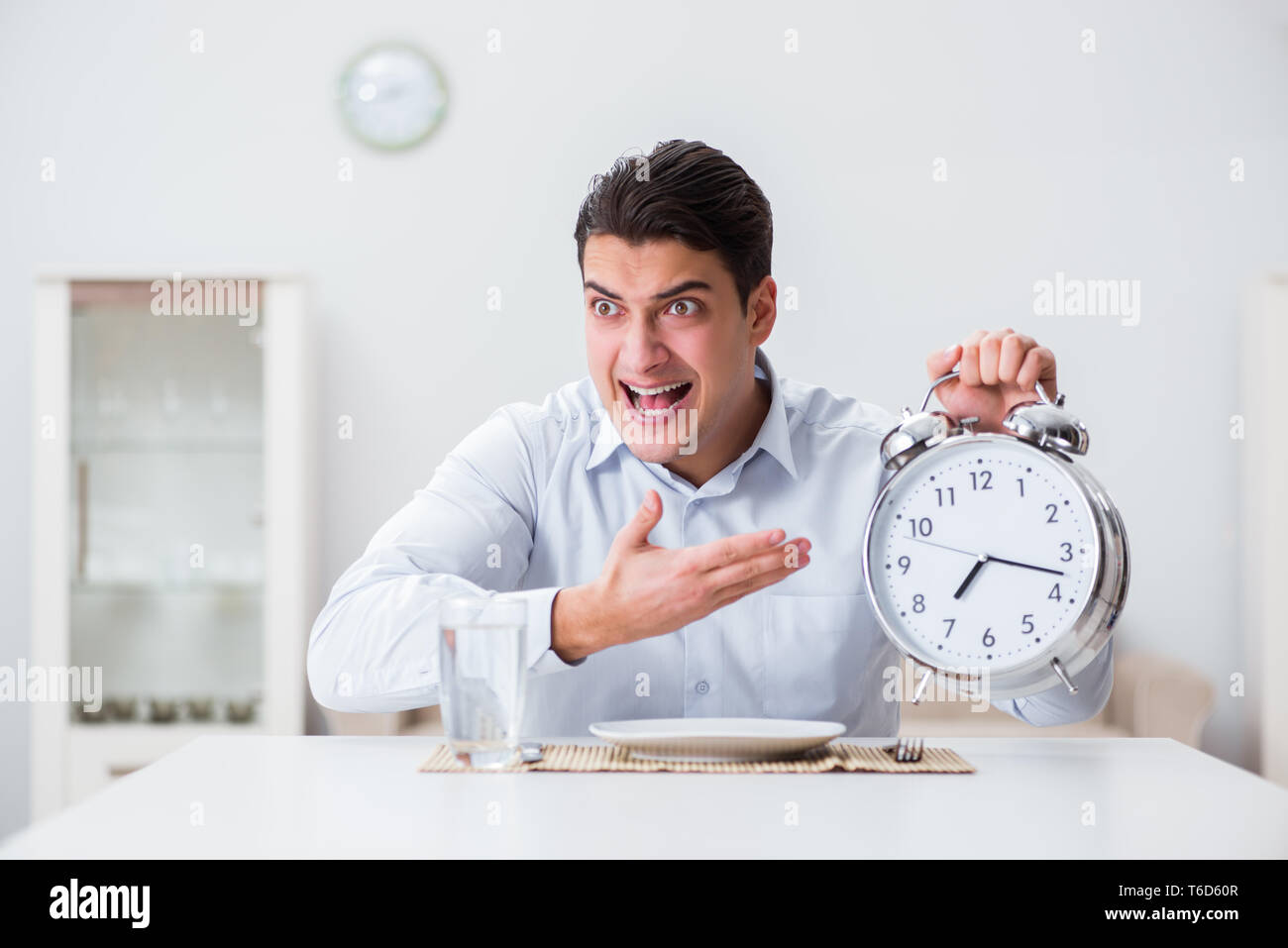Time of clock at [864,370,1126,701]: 7:17
